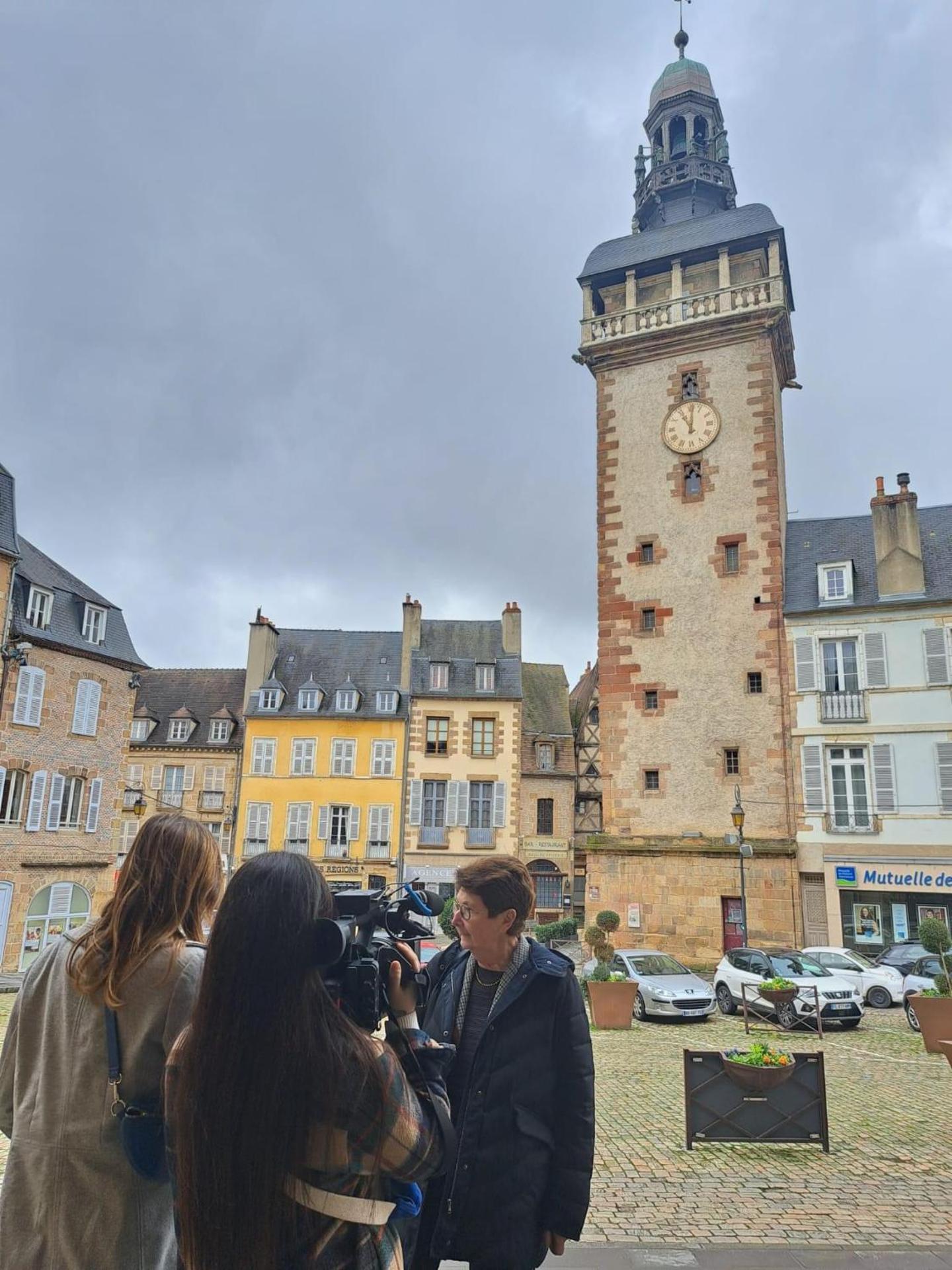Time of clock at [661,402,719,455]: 11:00
